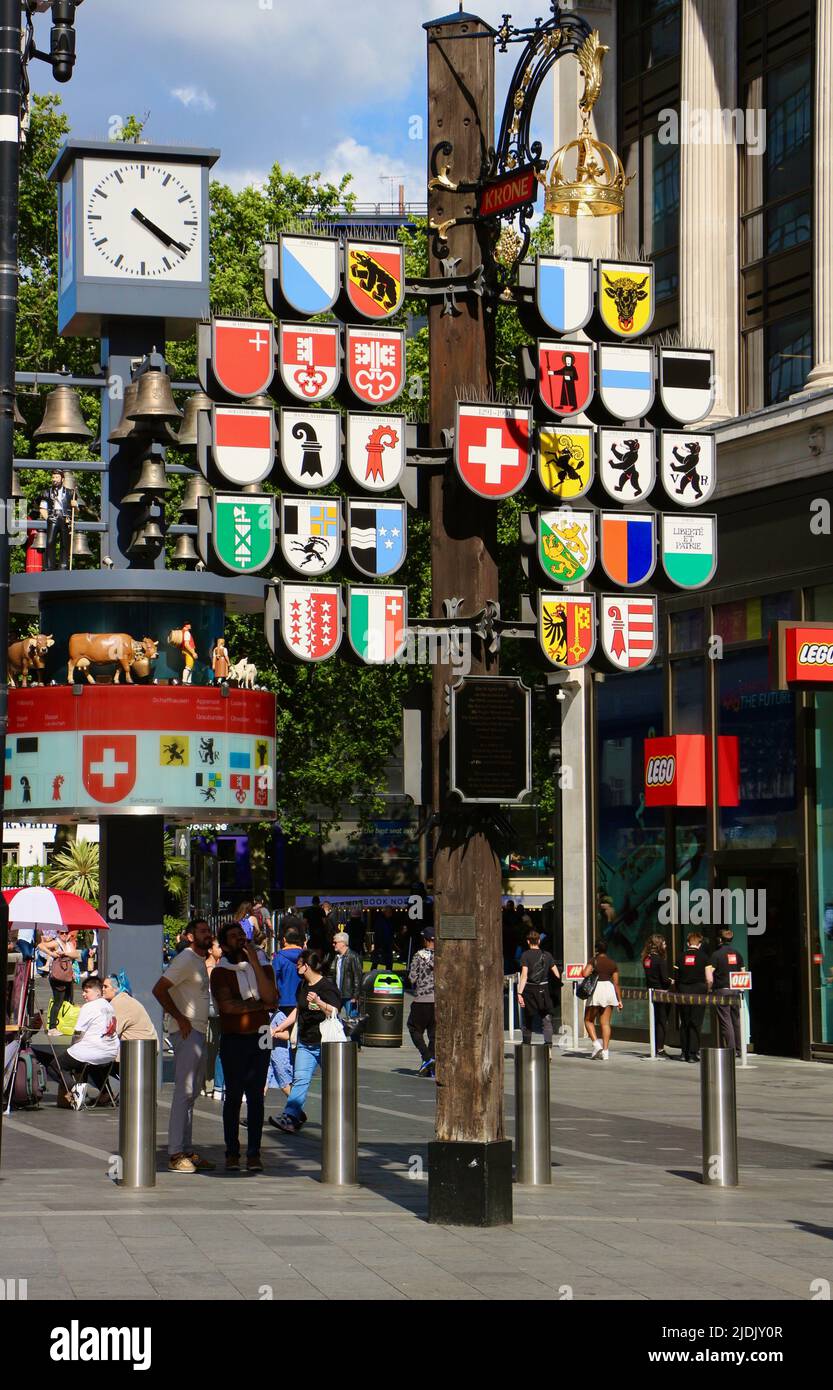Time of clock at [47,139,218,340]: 4:20
